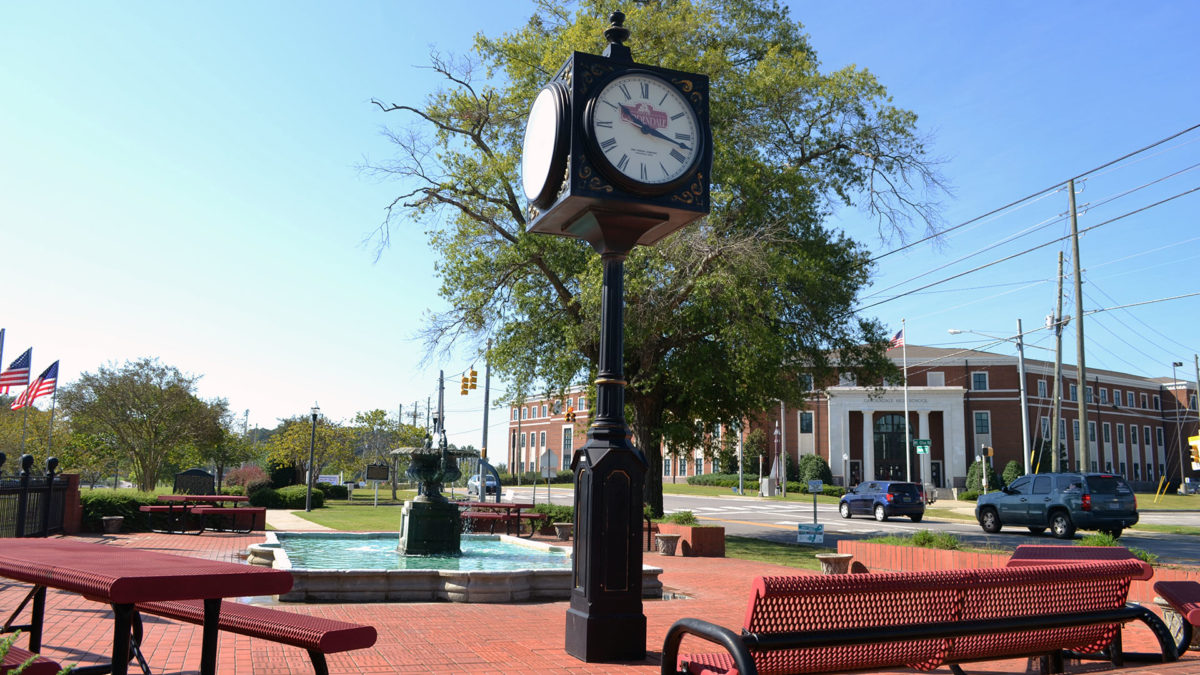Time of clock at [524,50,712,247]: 10:17
